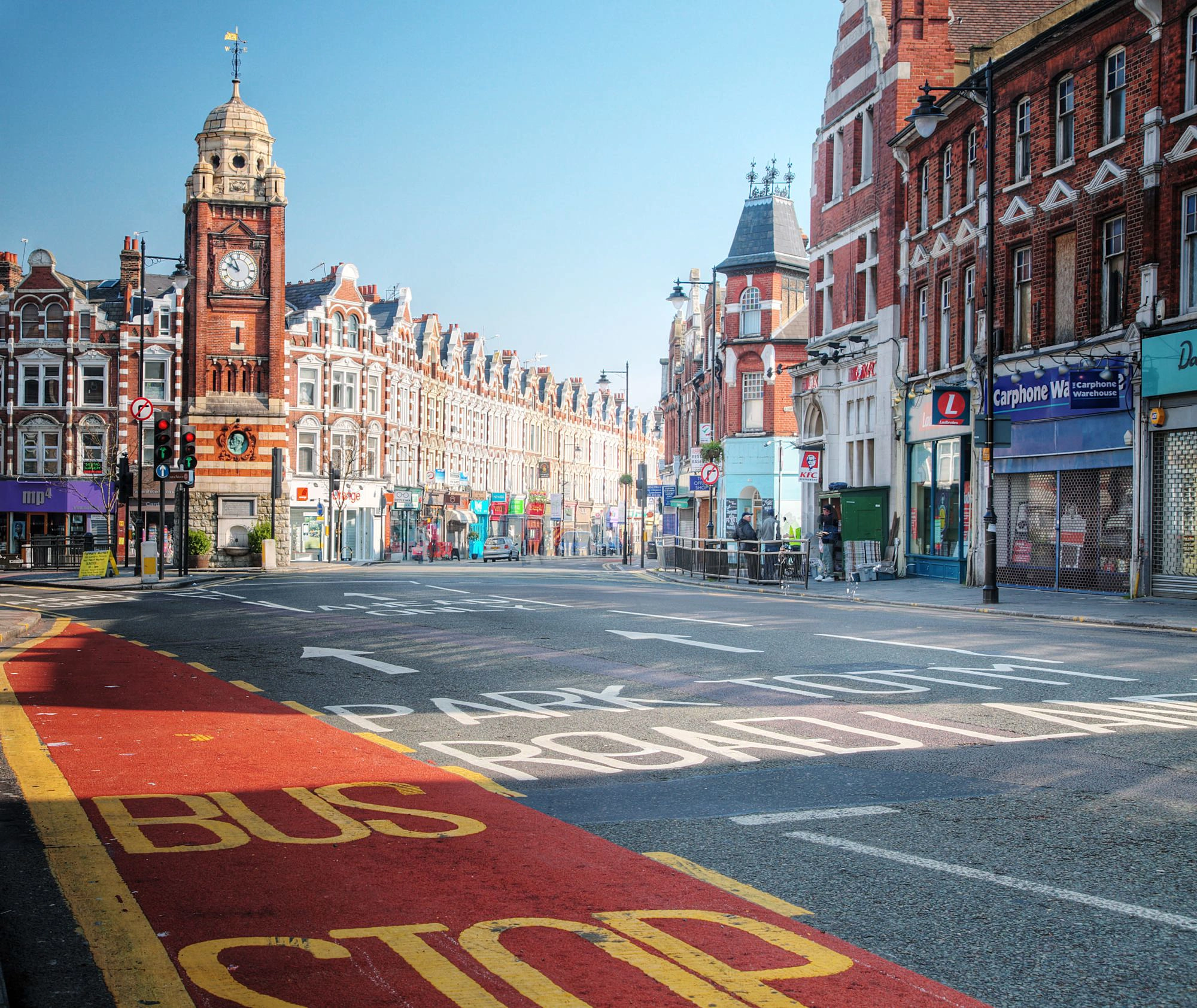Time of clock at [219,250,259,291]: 9:55
